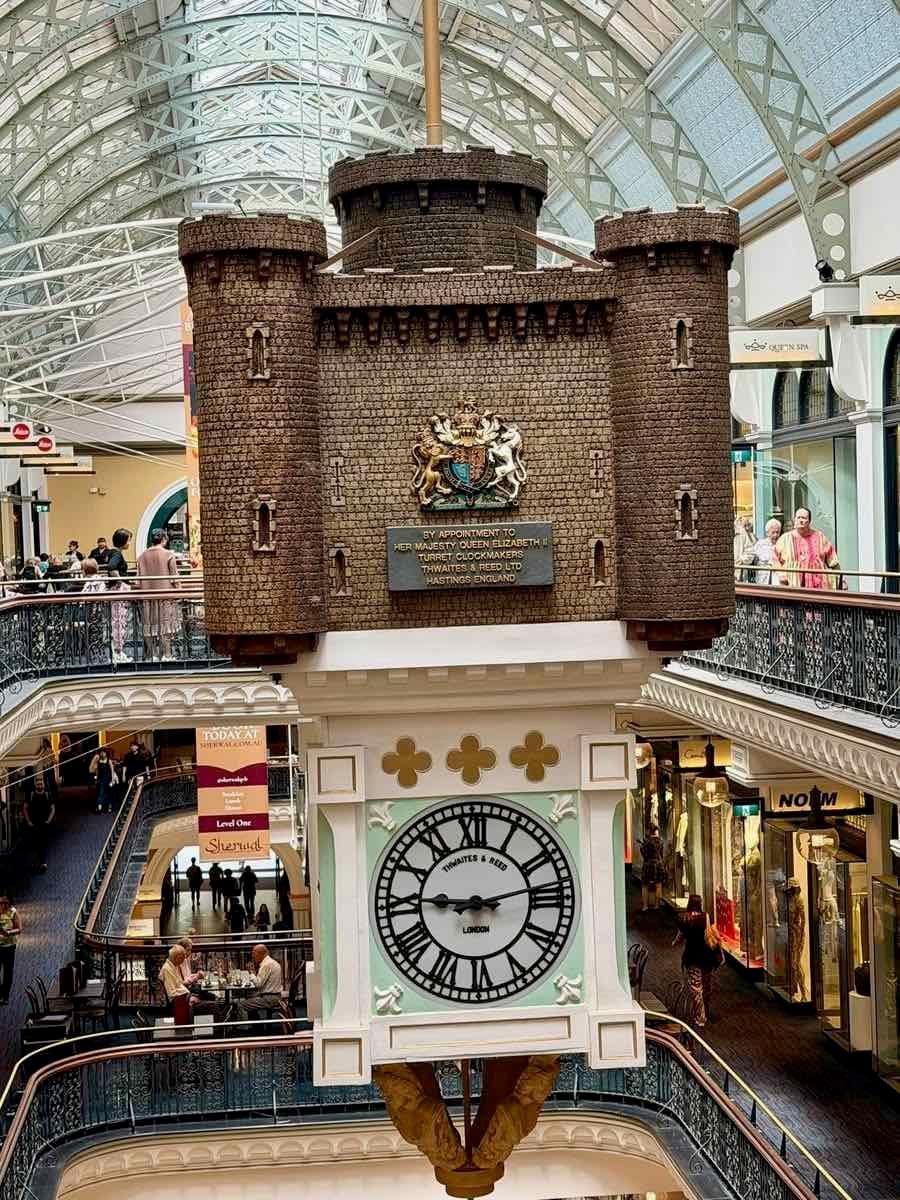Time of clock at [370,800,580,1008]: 9:12
